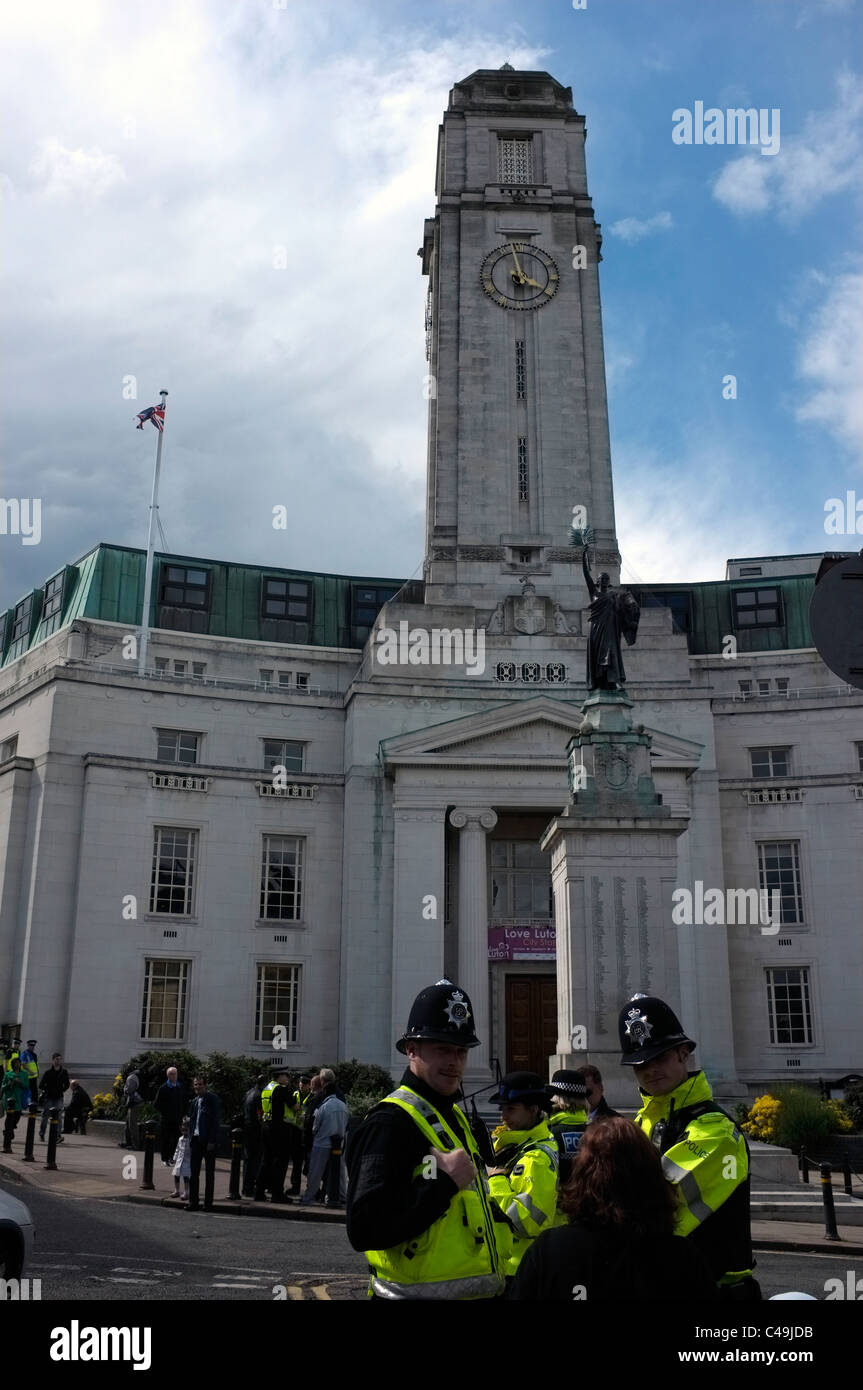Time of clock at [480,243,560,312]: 3:58
